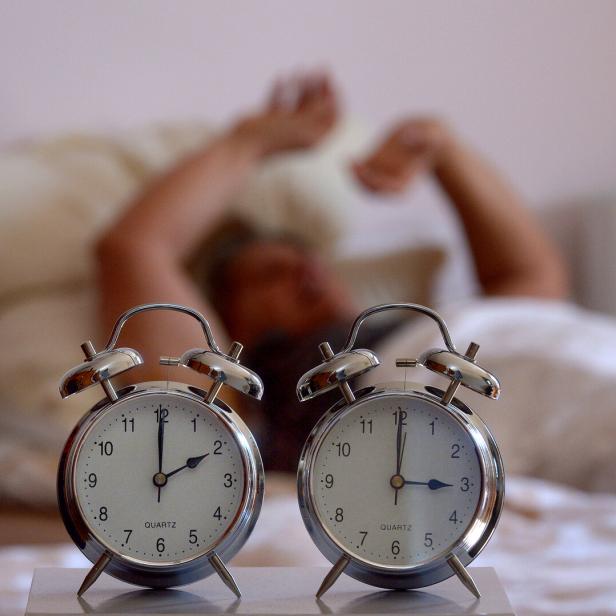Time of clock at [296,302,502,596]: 3:00
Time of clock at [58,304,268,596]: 2:00
